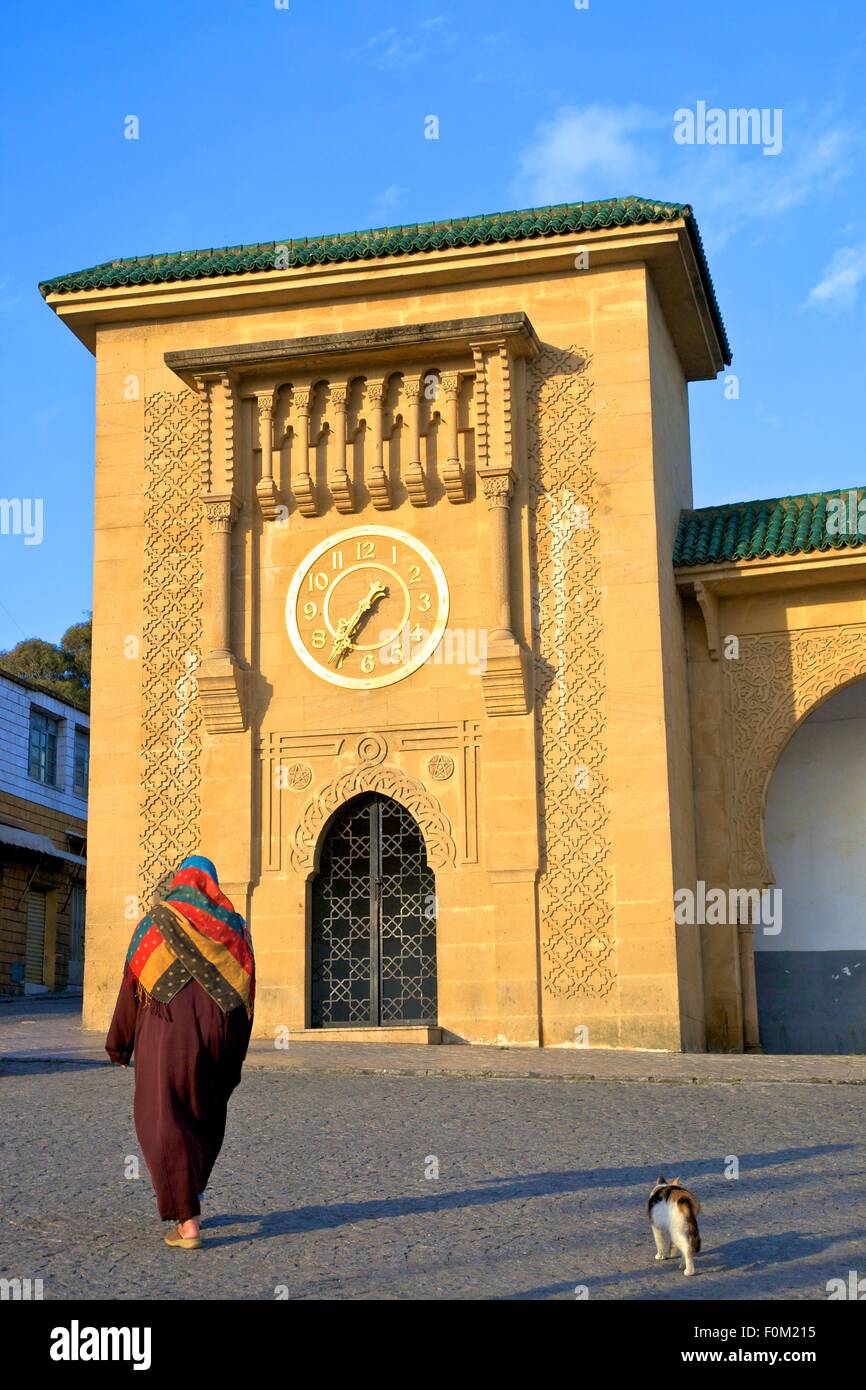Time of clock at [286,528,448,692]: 1:36
